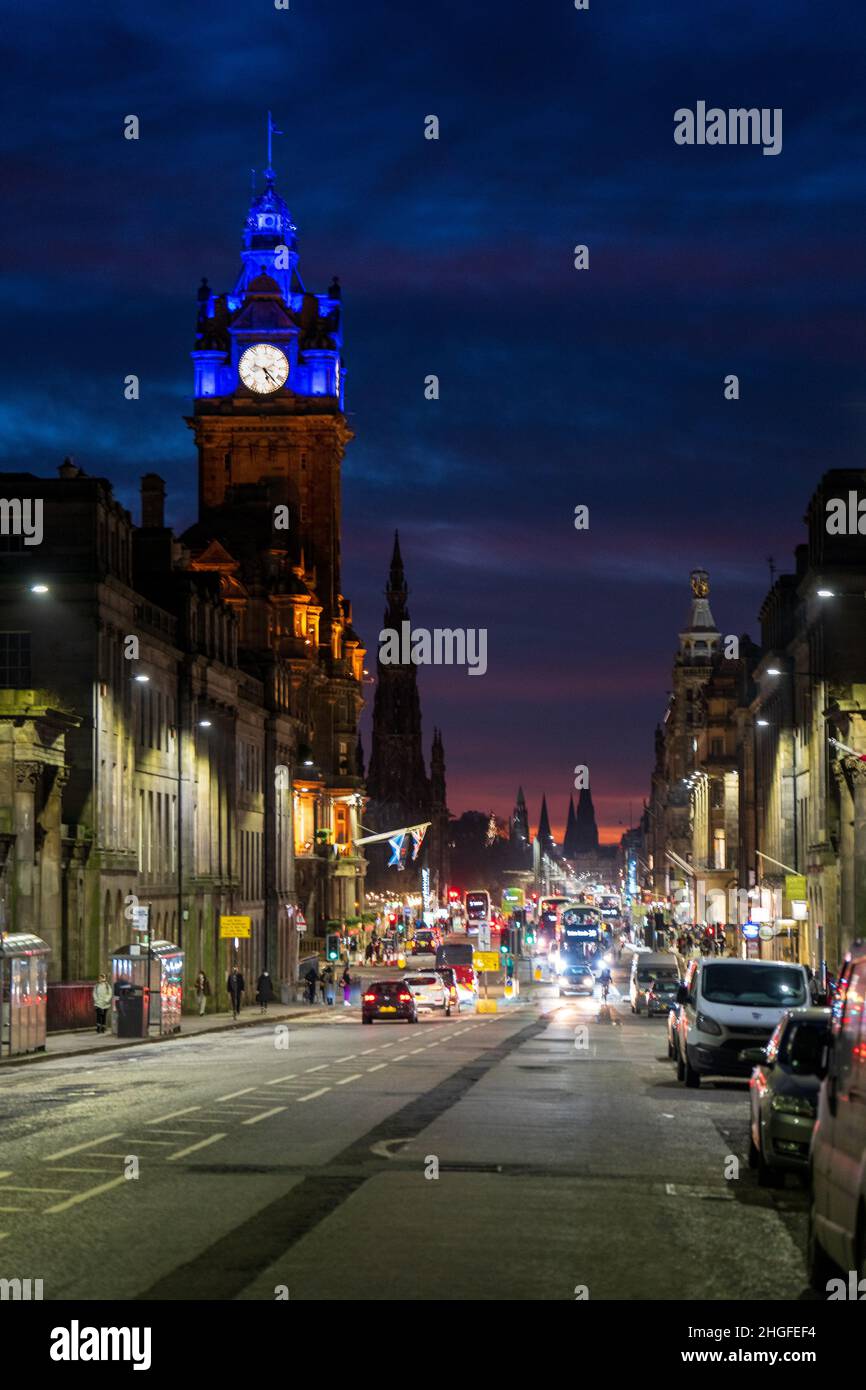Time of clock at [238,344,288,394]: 5:23
